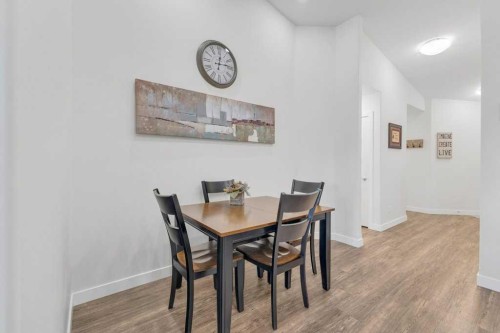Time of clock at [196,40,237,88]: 12:13
